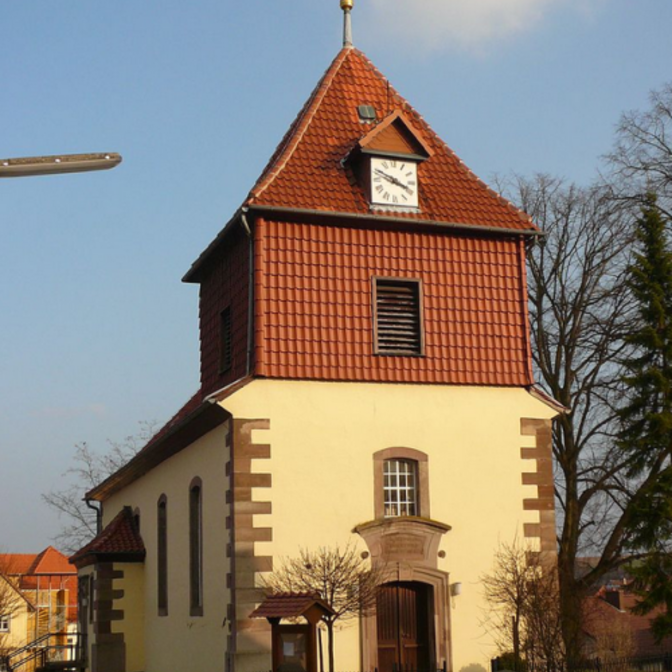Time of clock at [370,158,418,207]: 3:48
